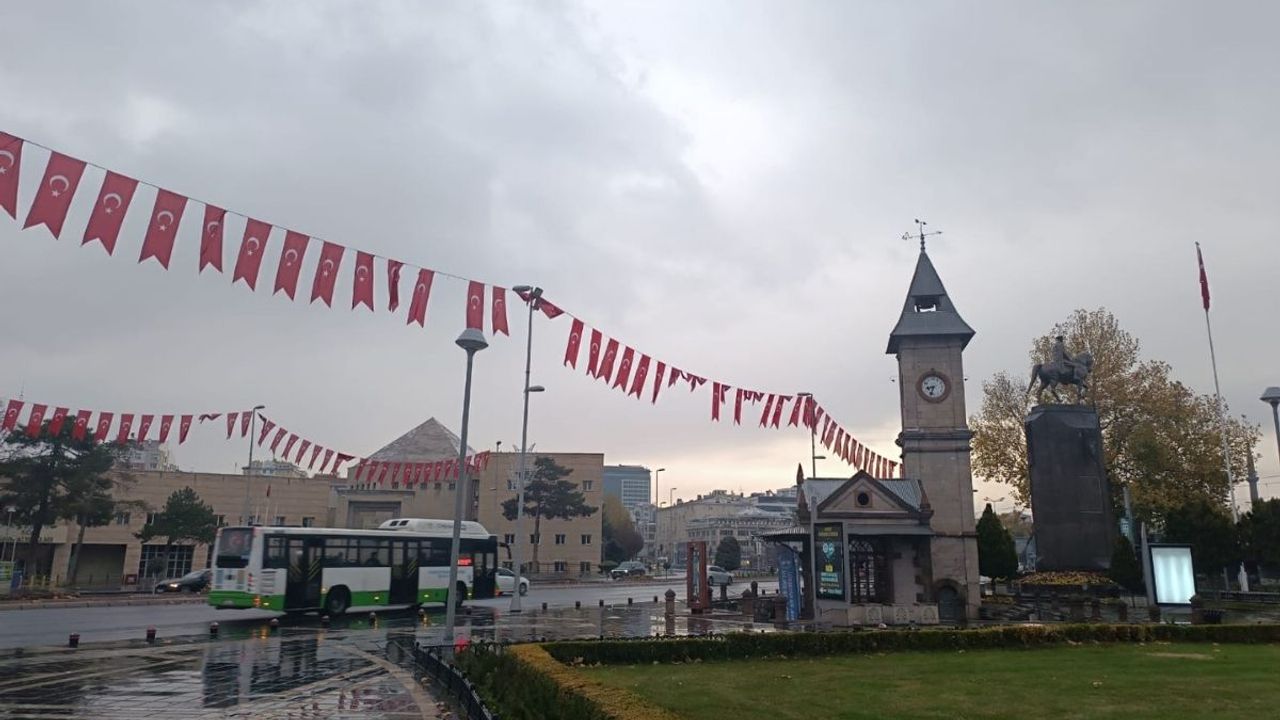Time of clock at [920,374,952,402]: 8:33
